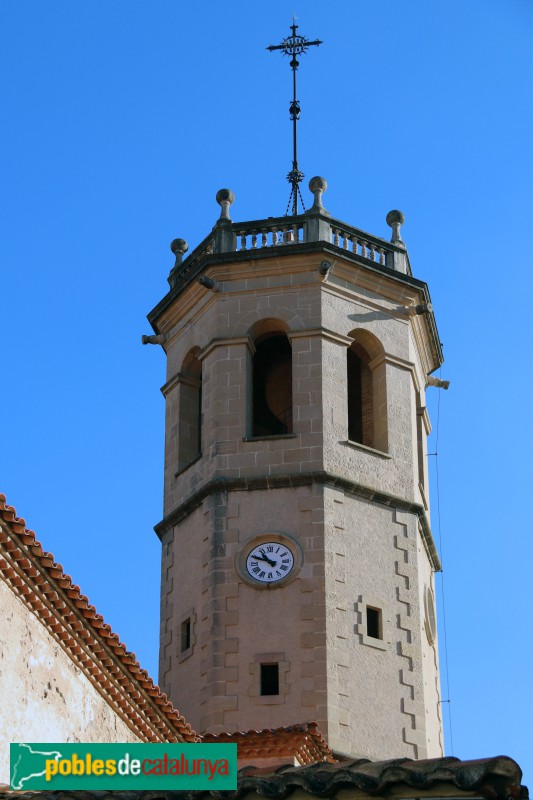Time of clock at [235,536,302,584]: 10:48
